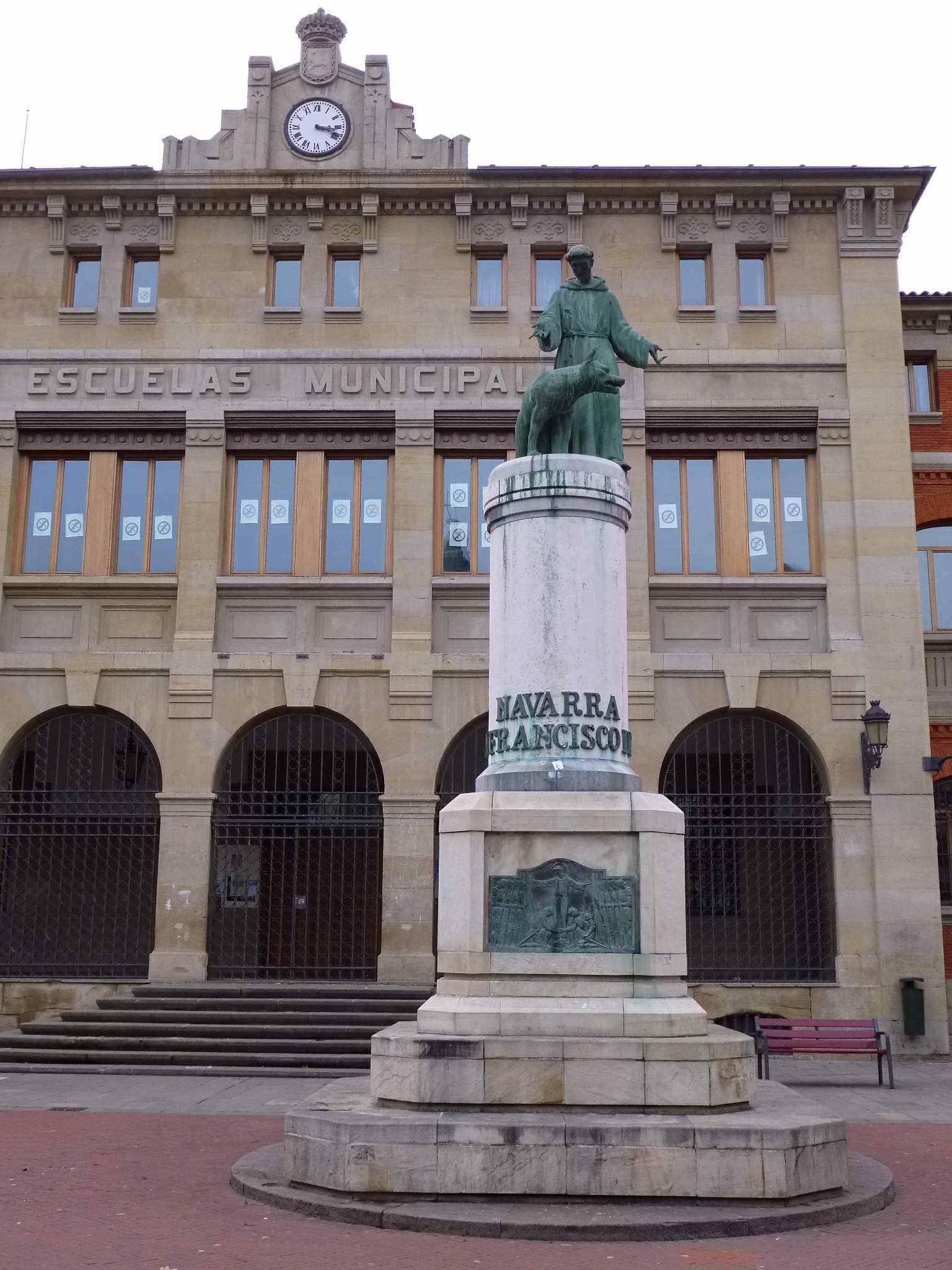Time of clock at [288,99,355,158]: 3:18
